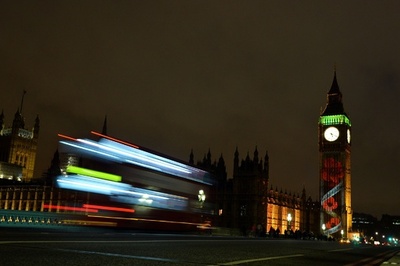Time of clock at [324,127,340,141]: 5:18
